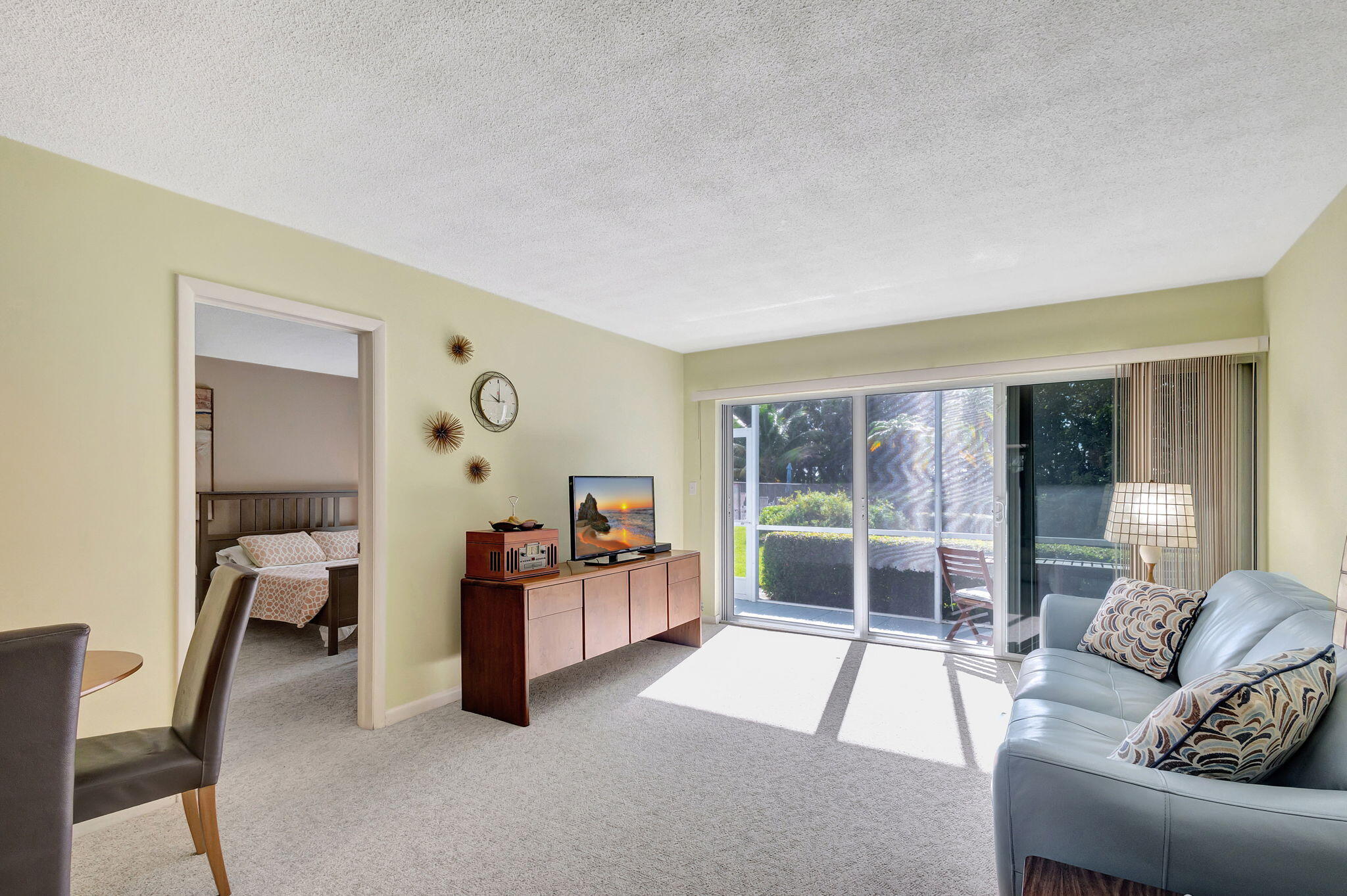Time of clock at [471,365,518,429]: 10:00
